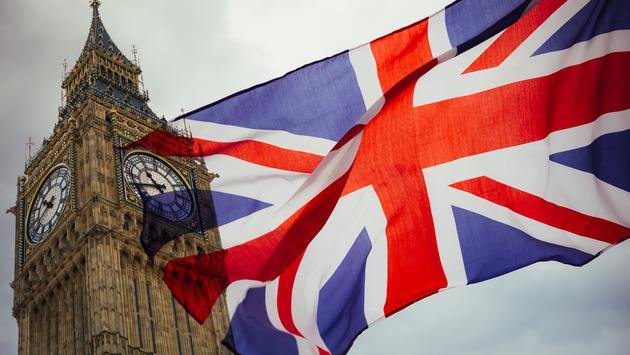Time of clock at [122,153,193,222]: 10:41
